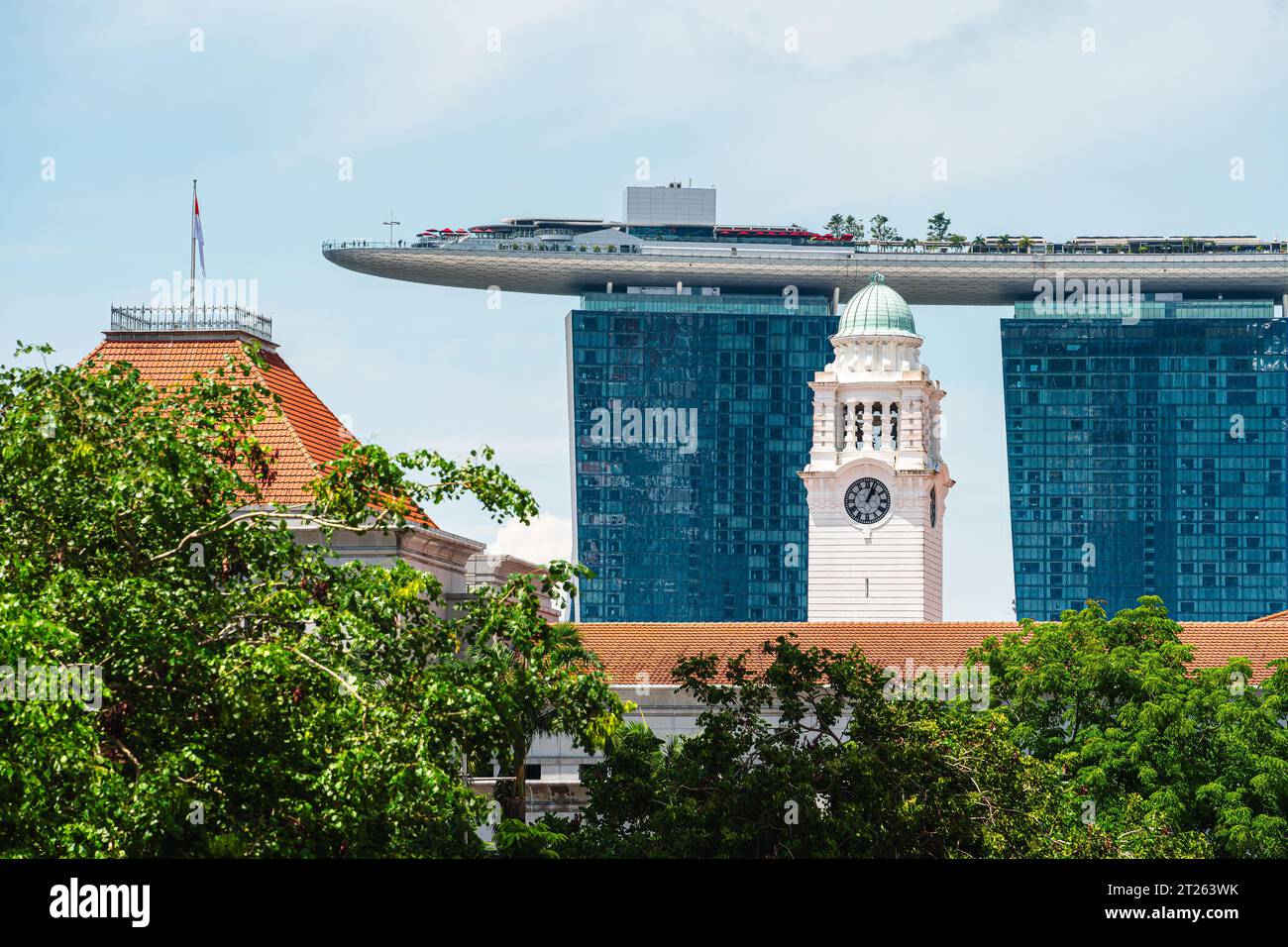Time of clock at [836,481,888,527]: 1:03
